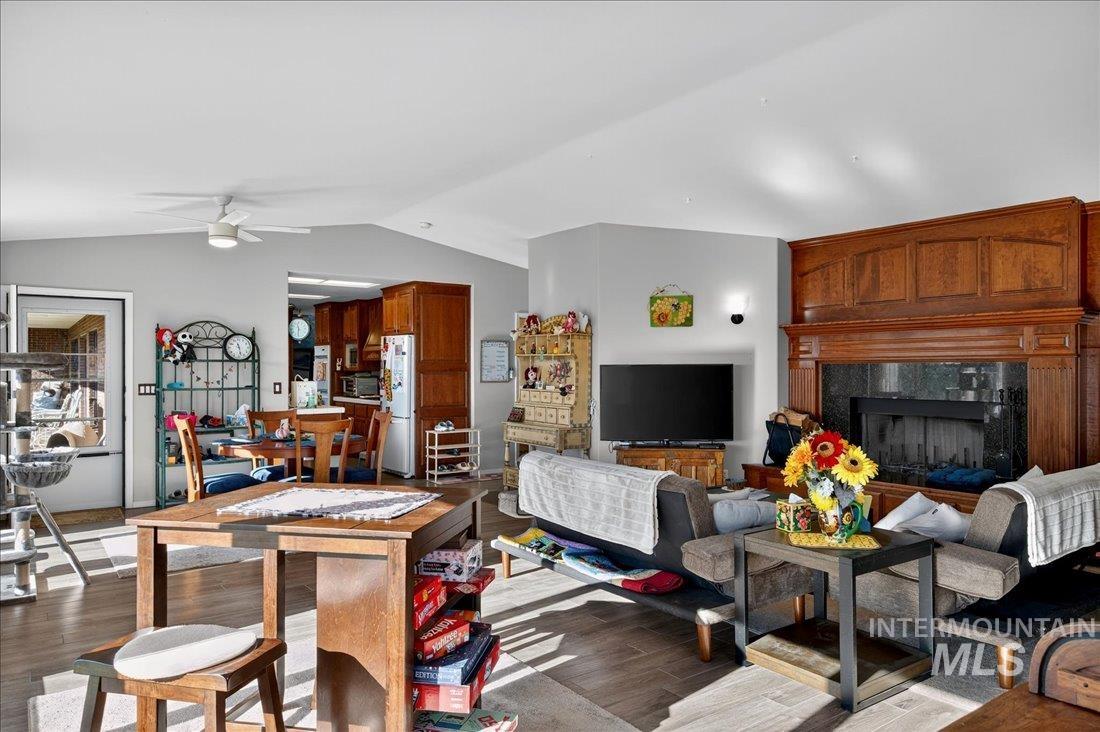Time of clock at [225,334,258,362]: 11:28
